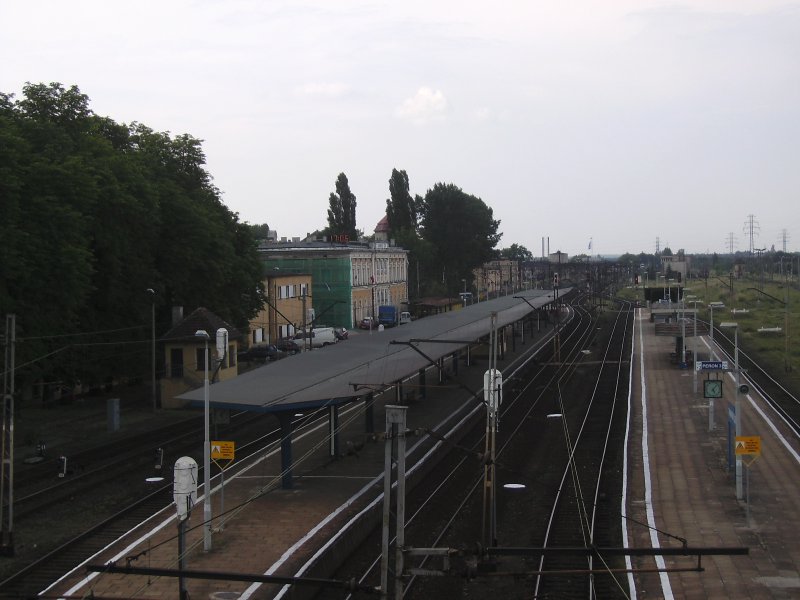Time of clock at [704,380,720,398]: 5:06
